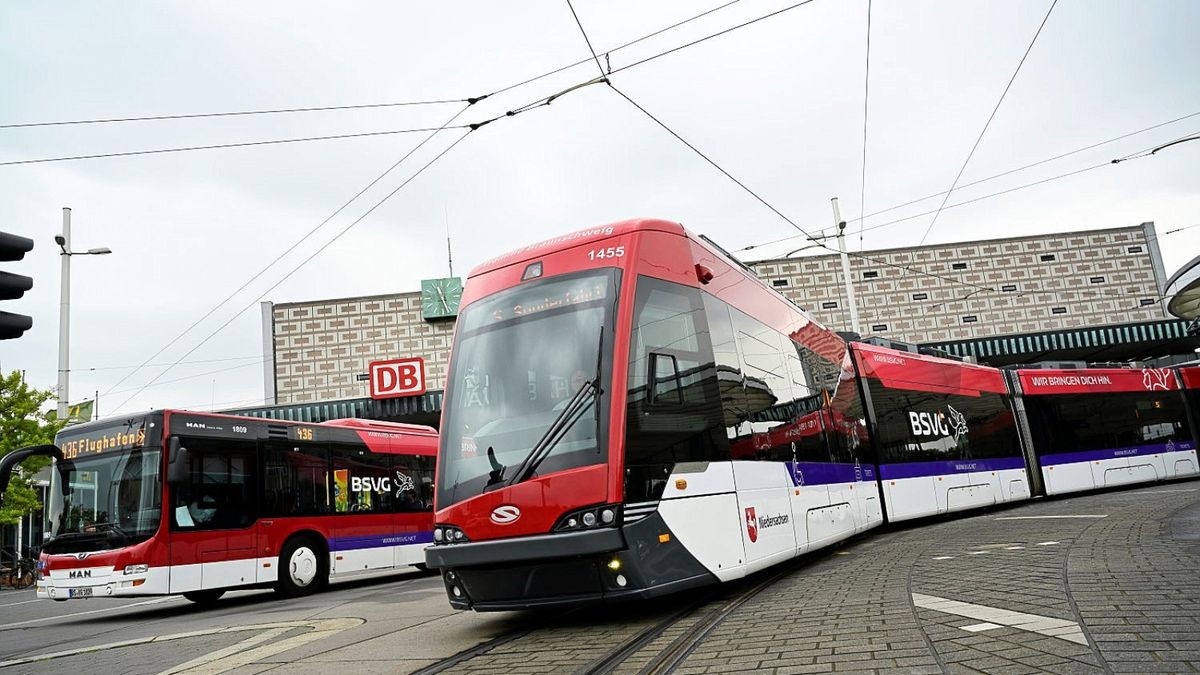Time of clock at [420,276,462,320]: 11:26
